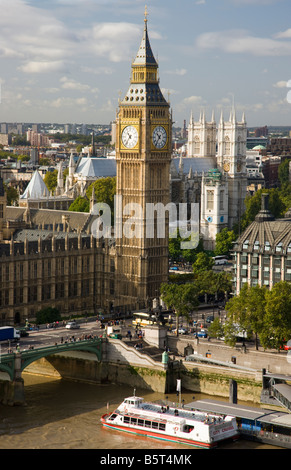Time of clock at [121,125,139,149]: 10:36
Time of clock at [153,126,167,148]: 10:36
